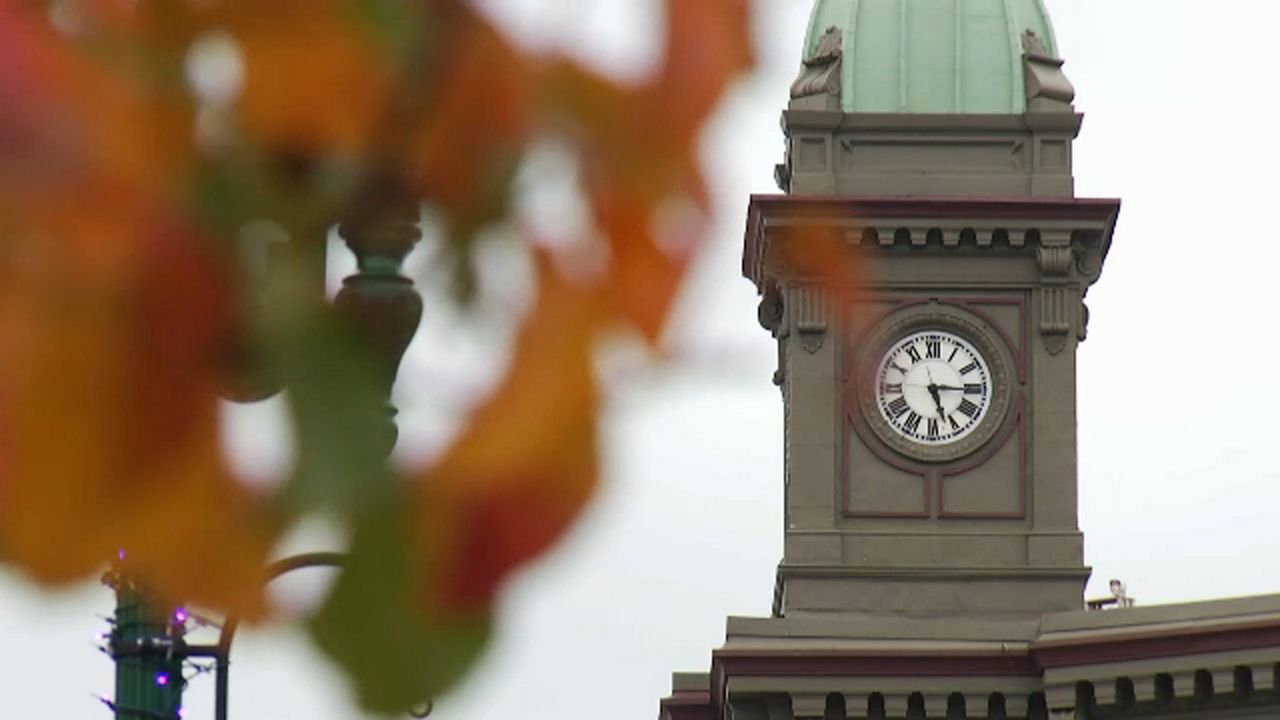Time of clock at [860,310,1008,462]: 5:15
